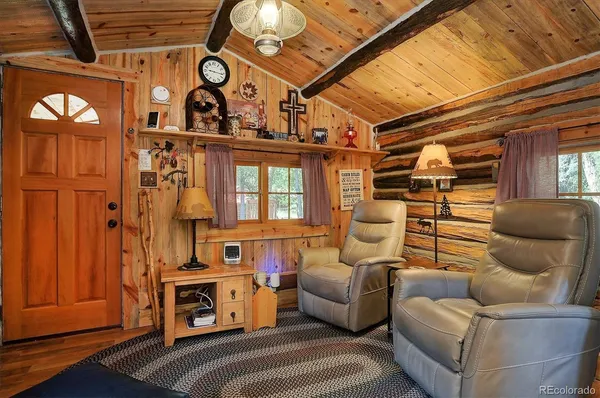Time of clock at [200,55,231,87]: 9:16
